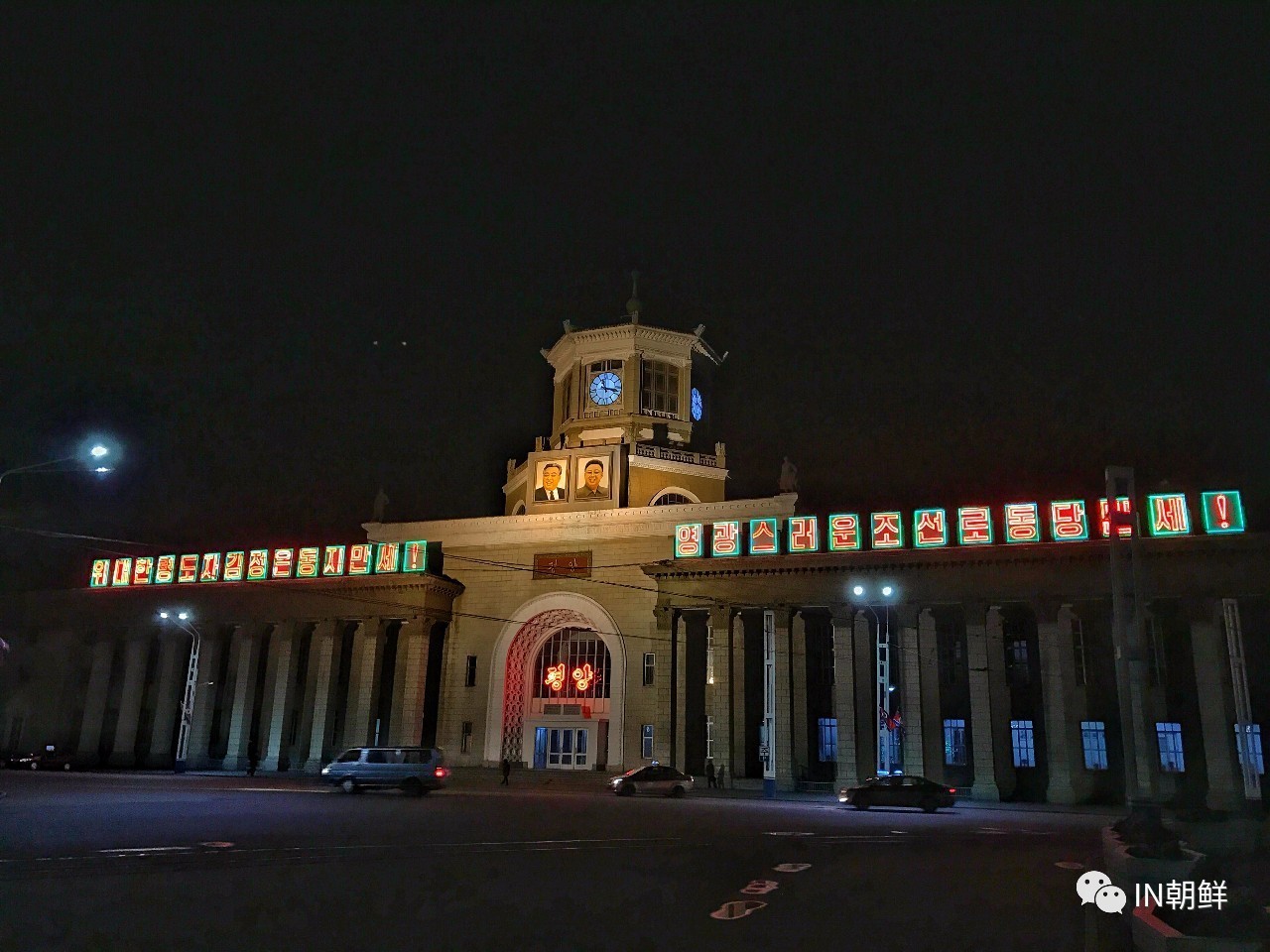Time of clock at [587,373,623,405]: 11:17
